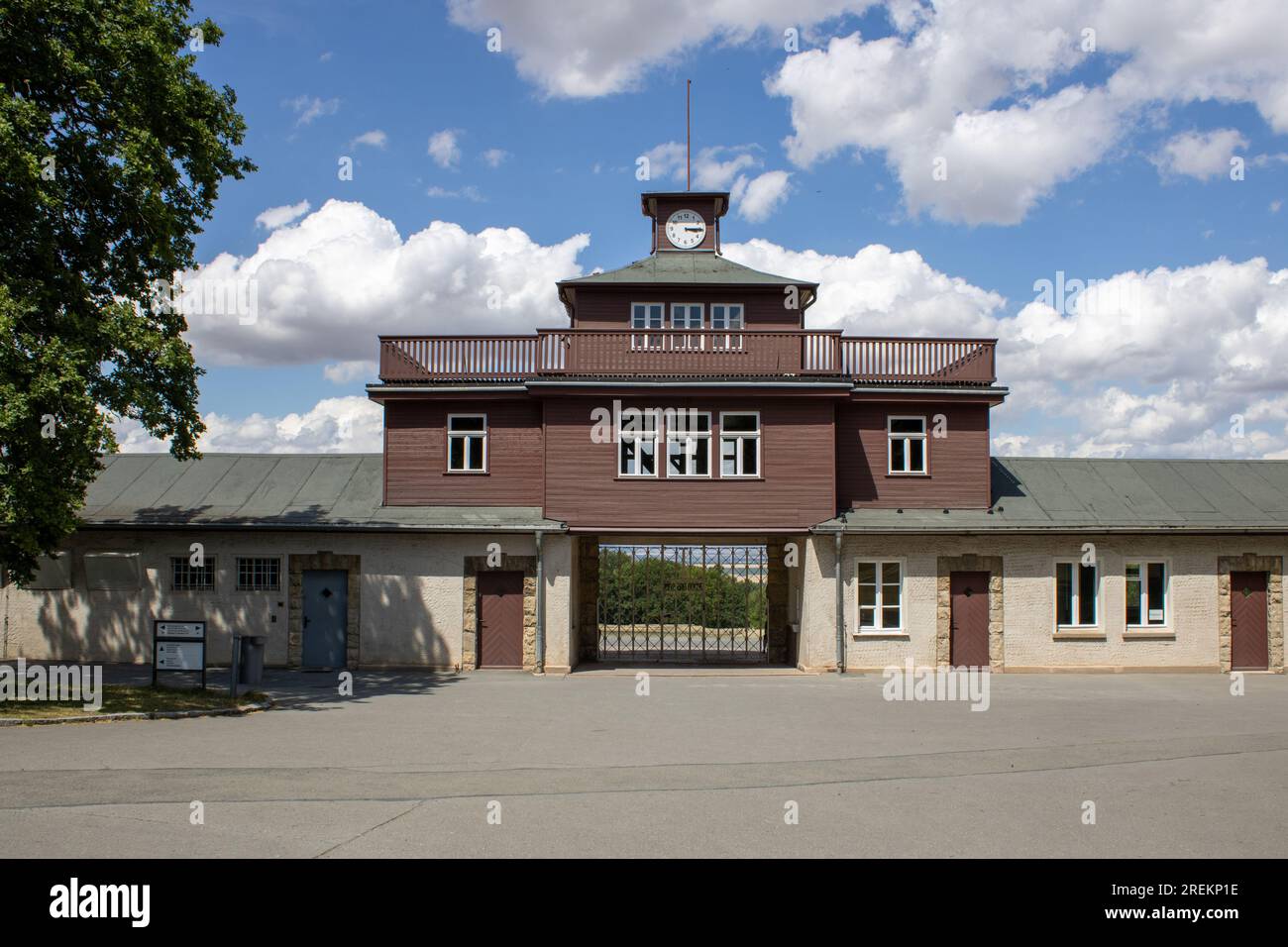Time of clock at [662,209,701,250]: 3:14
